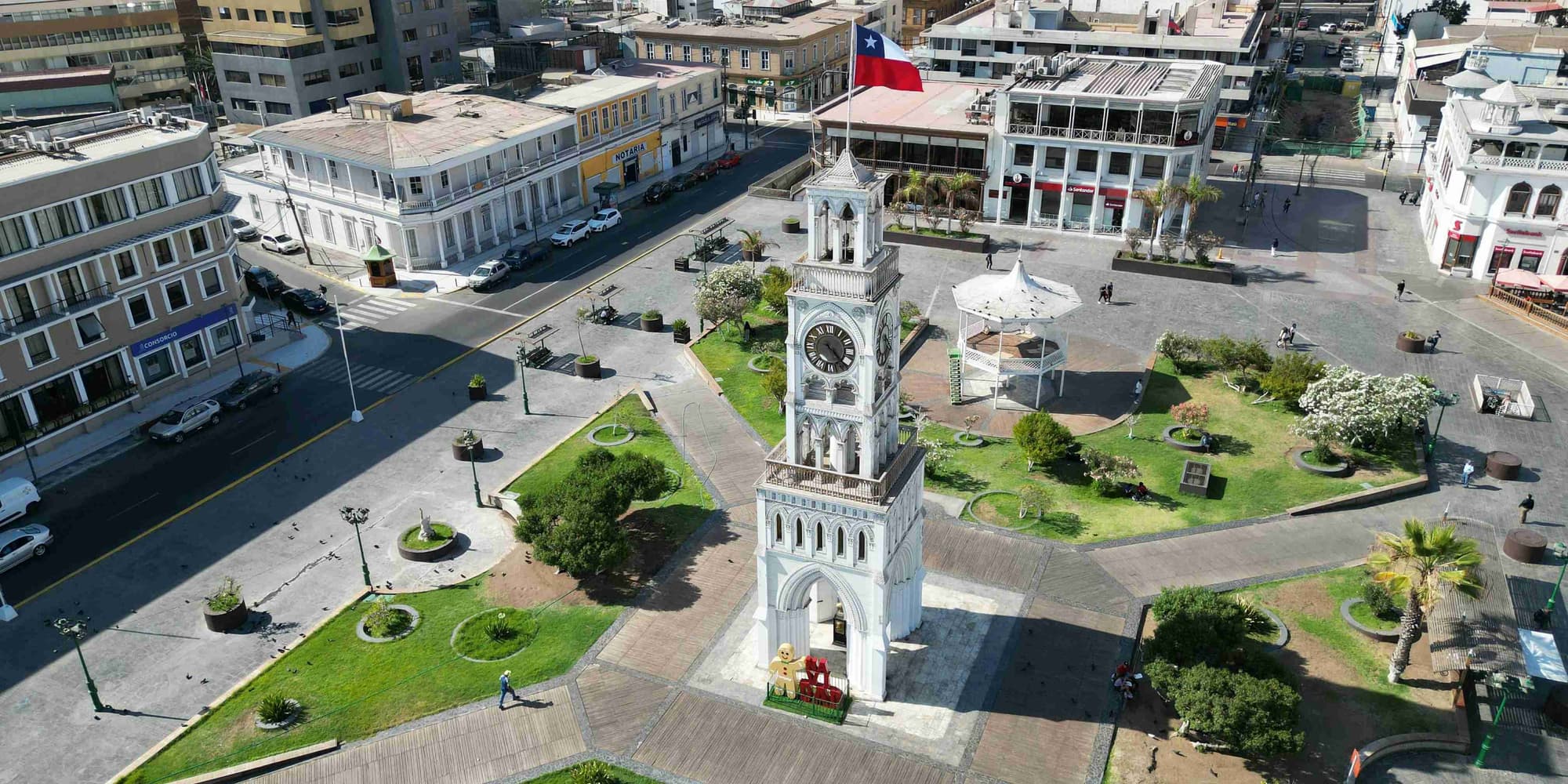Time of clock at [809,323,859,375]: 4:22
